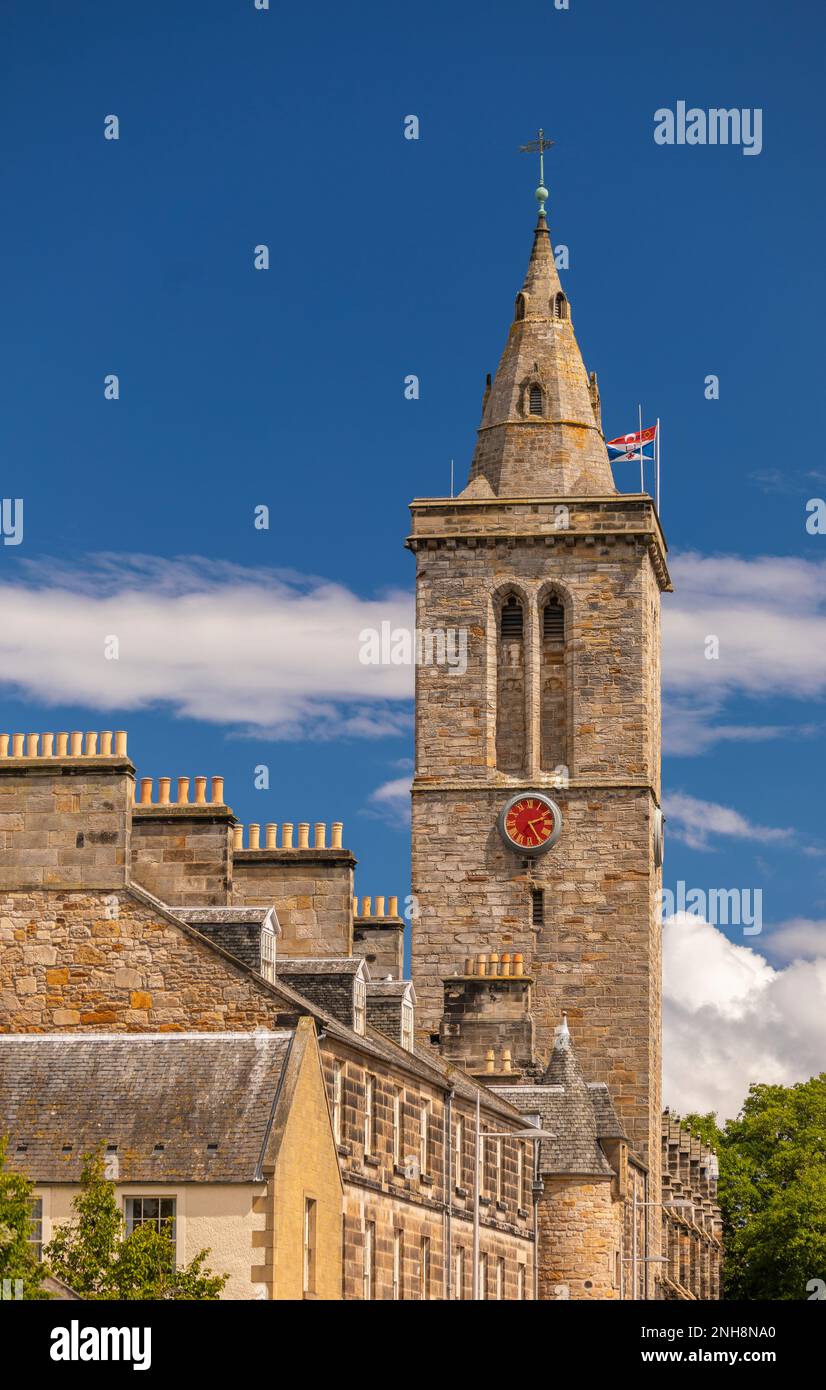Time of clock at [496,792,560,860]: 2:25
